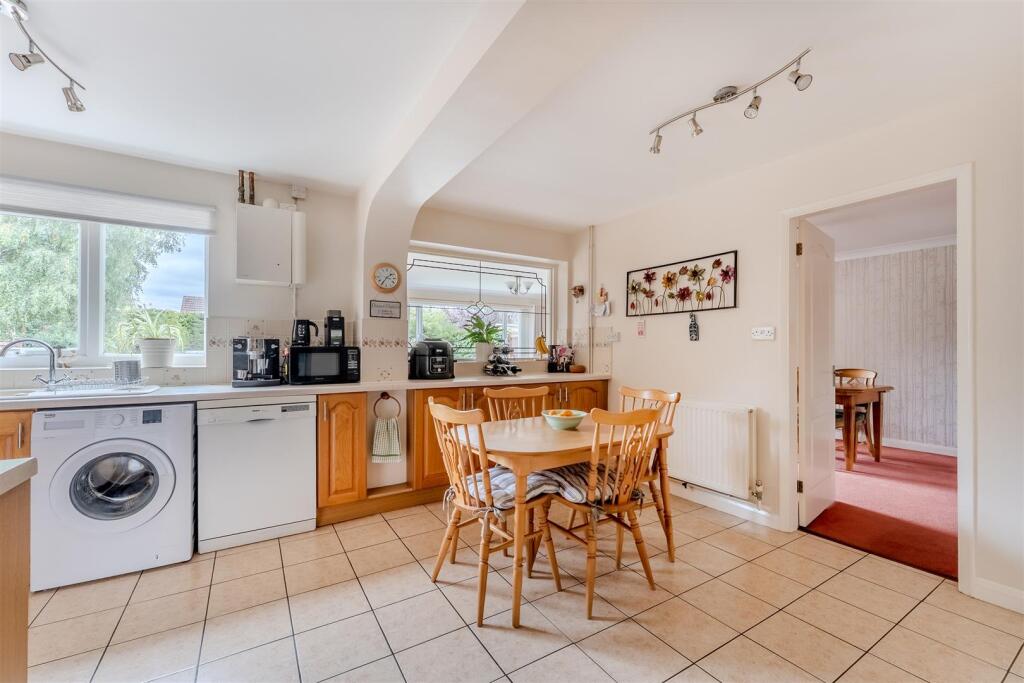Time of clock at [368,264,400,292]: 1:35
